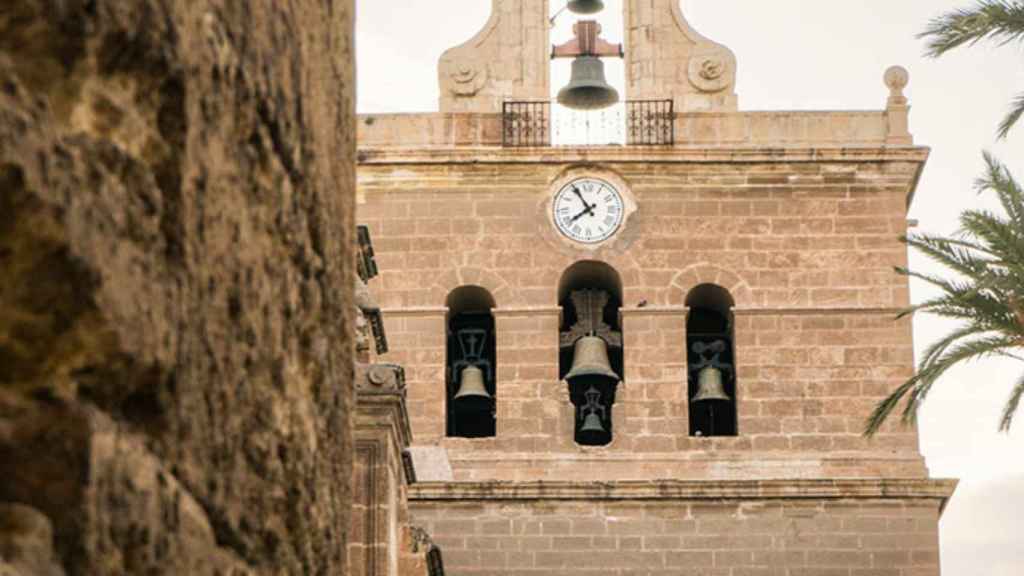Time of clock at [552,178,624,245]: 7:54
